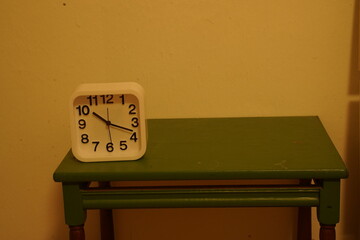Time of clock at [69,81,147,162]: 10:18
